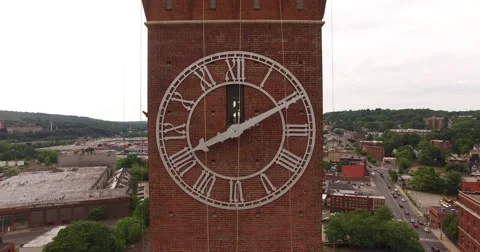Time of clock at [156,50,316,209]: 8:10
